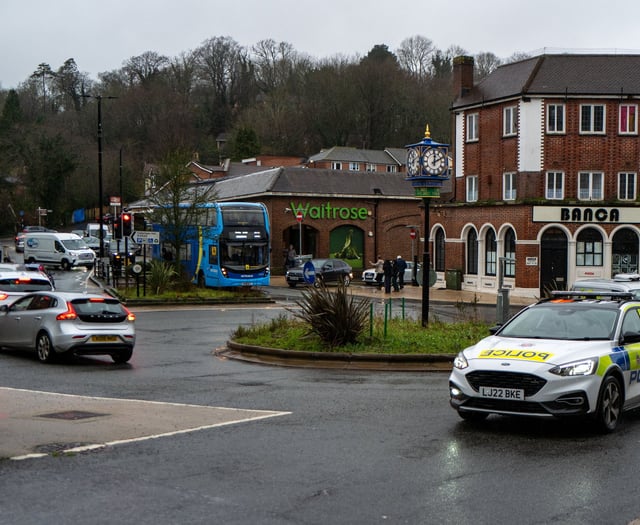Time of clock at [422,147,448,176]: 12:11
